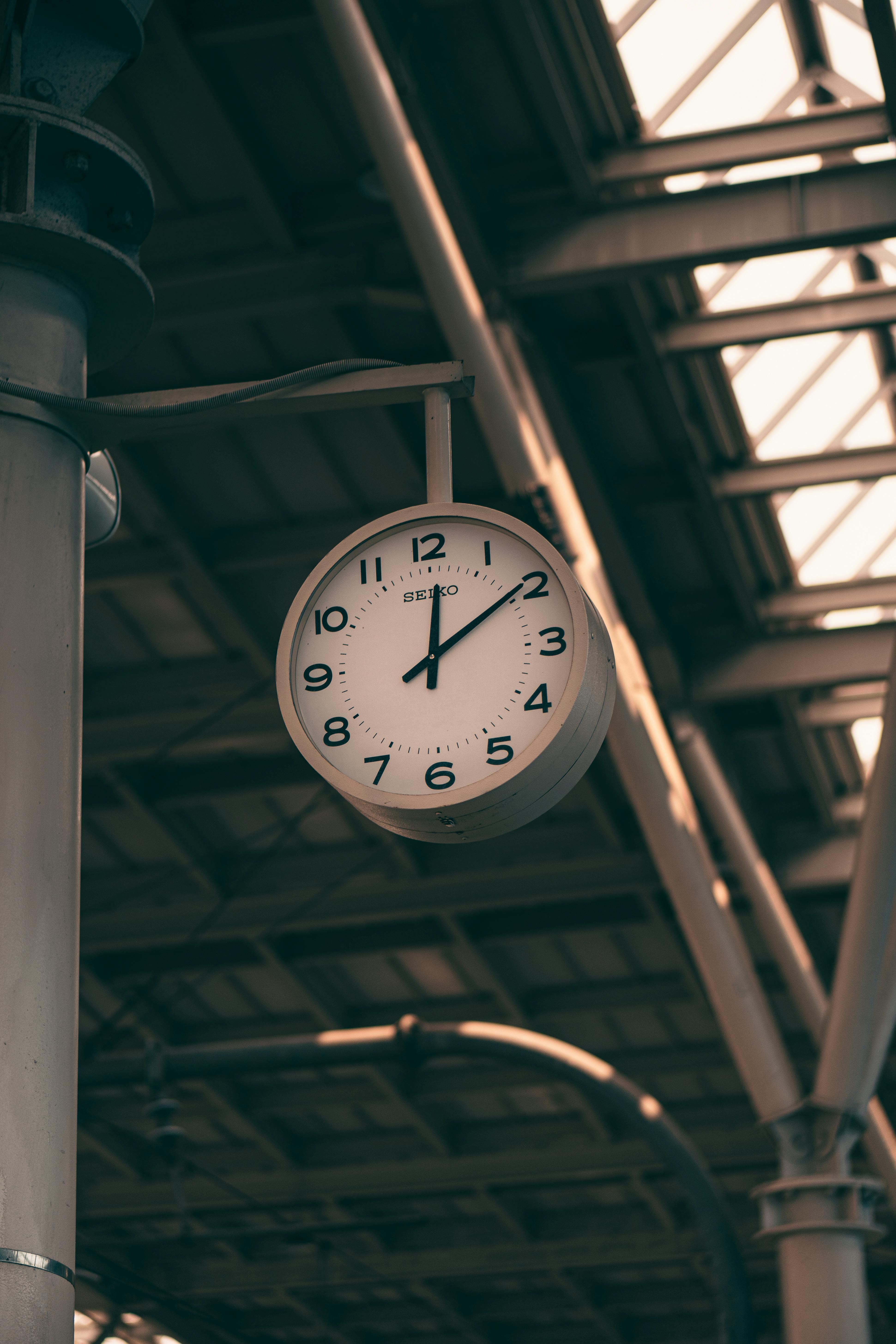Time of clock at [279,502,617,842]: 12:09
